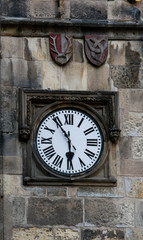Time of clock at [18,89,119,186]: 5:54
